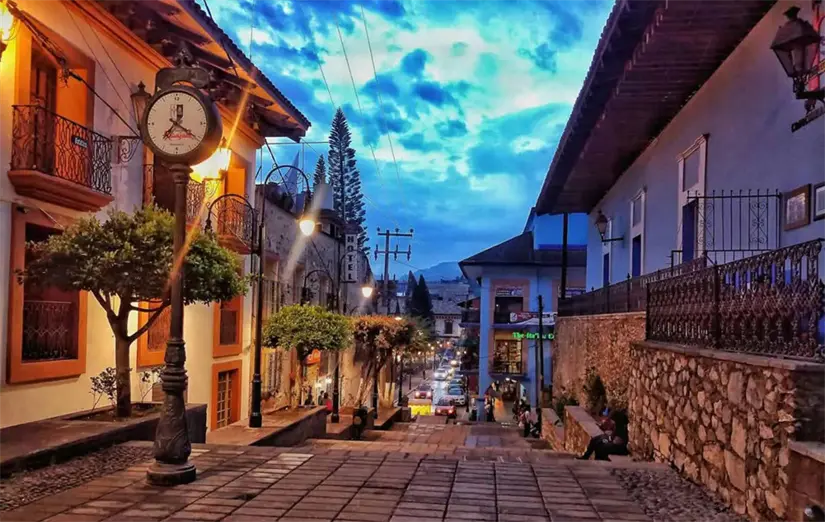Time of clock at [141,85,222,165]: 7:20
